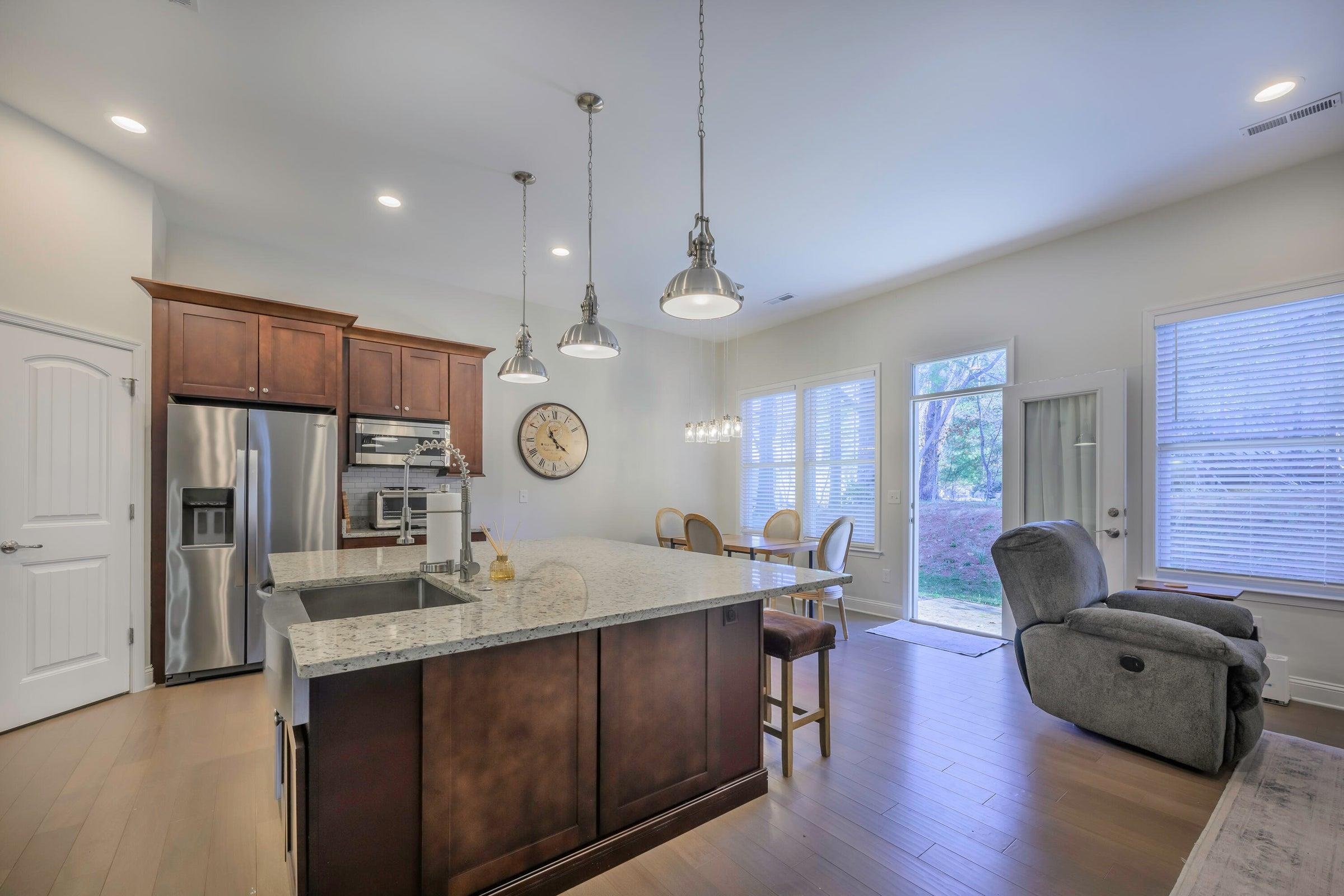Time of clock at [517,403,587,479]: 11:21
